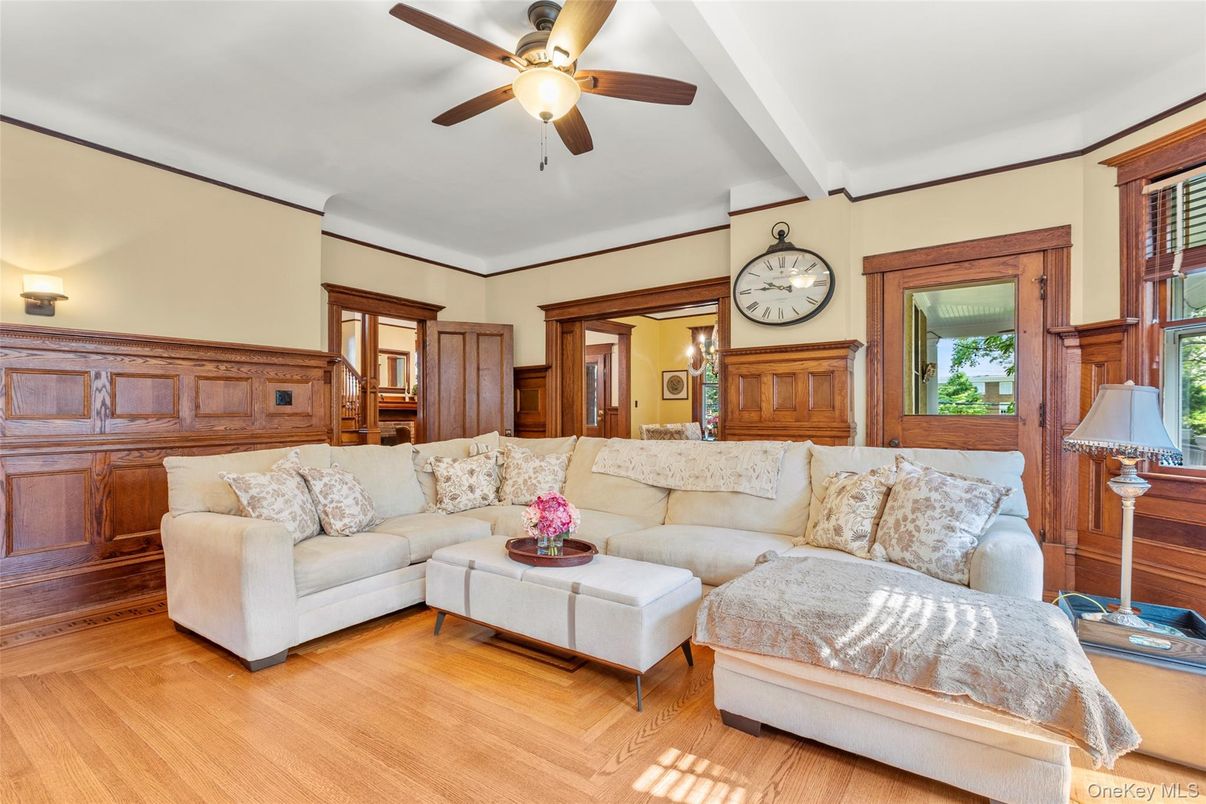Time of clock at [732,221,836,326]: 9:45
